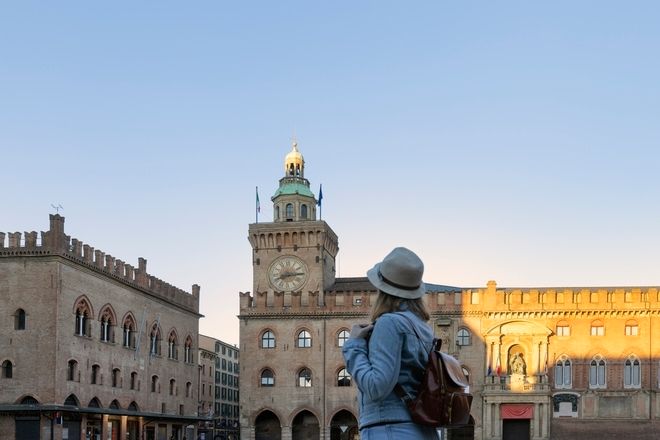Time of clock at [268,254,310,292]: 8:14
